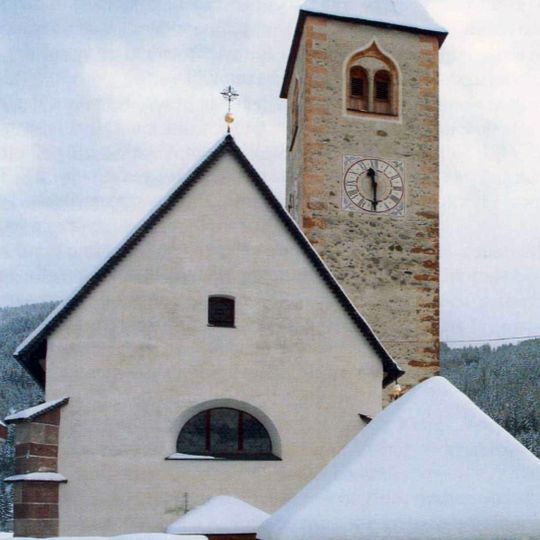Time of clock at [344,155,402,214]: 11:29
